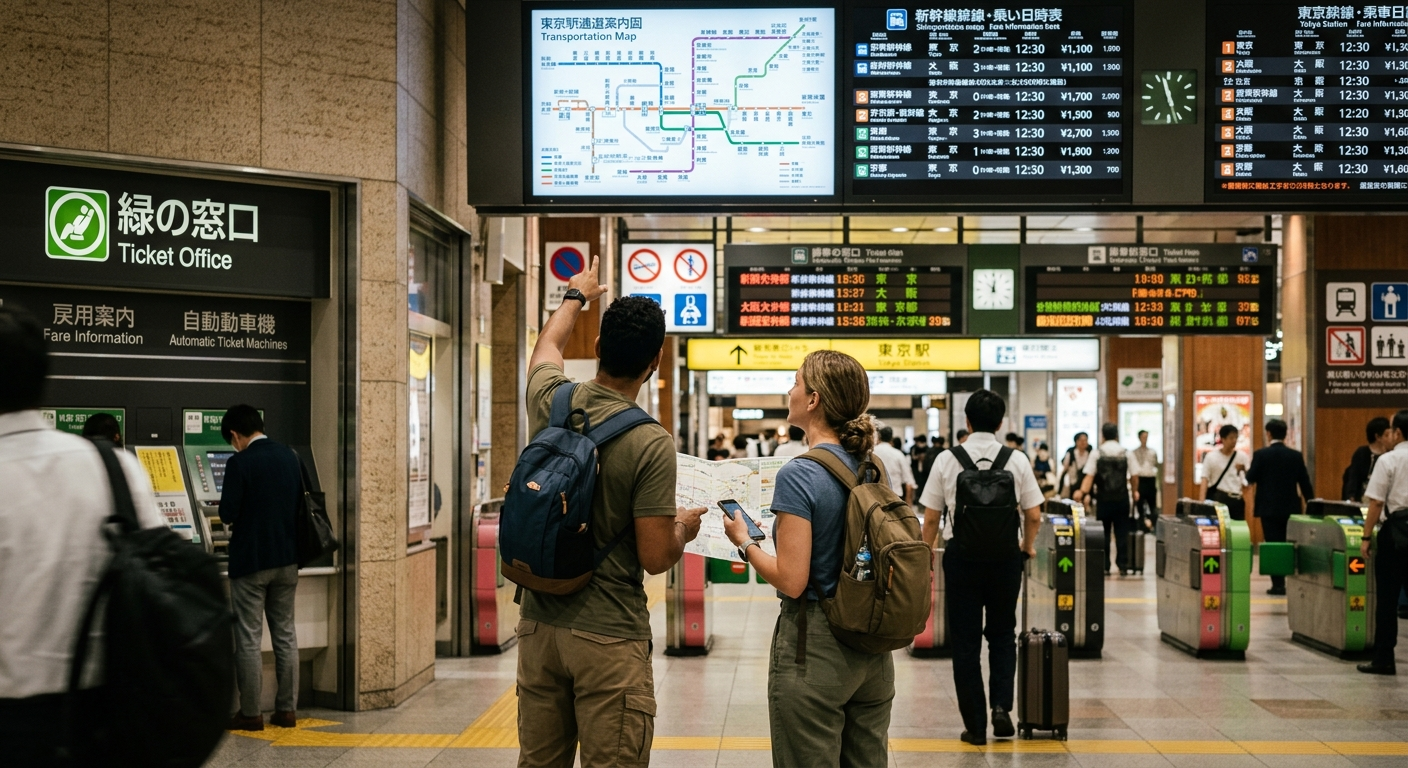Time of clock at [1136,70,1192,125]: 11:27
